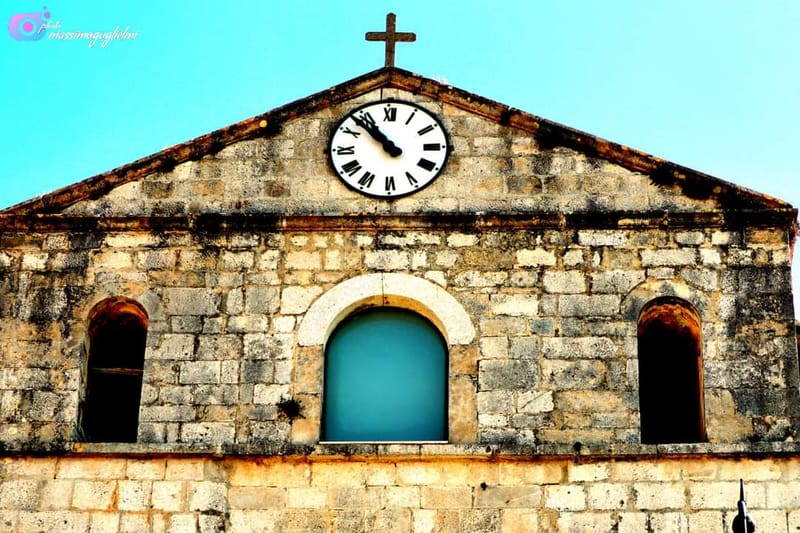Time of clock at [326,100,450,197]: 10:52
